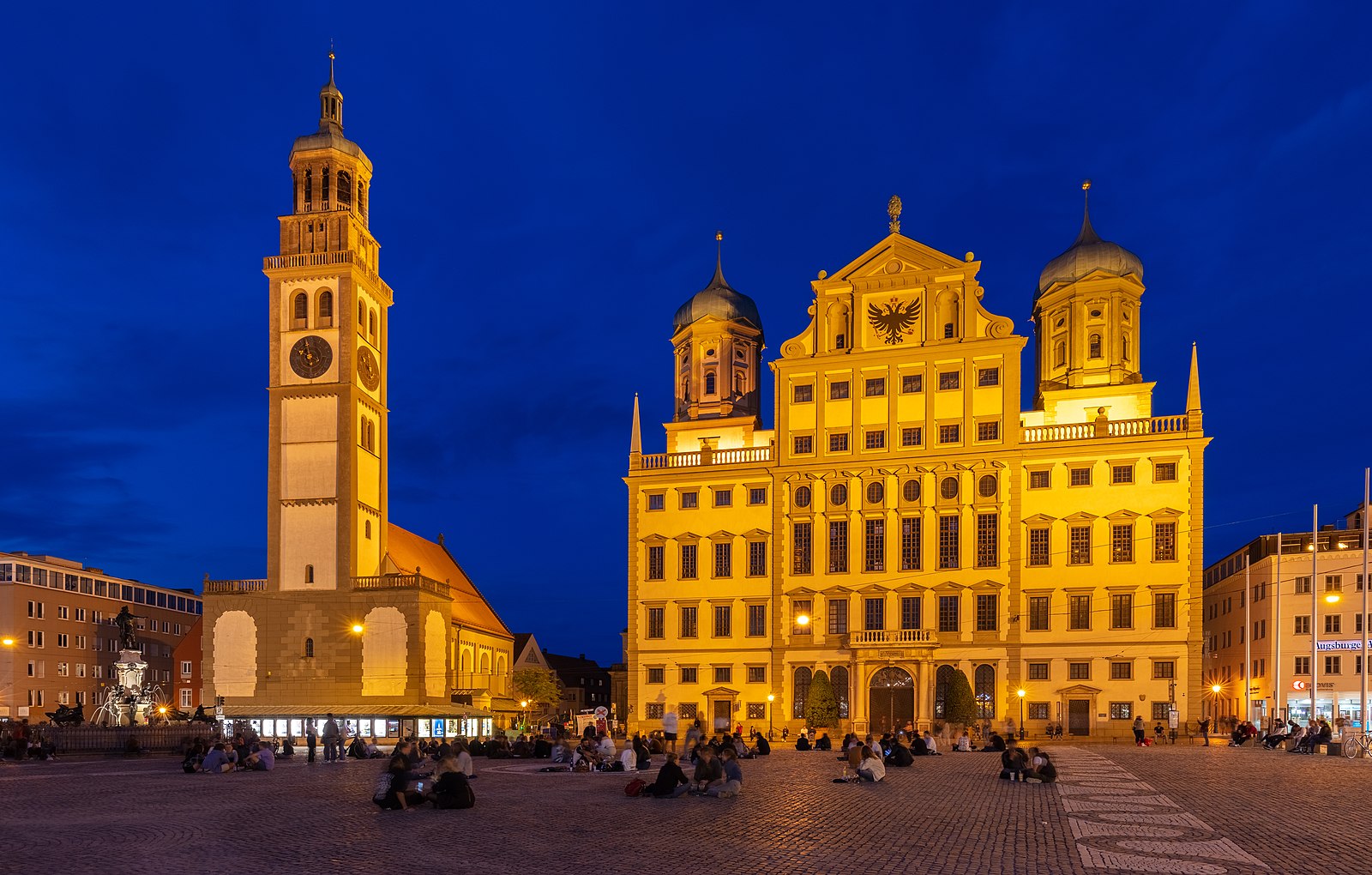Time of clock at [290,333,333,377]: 9:57
